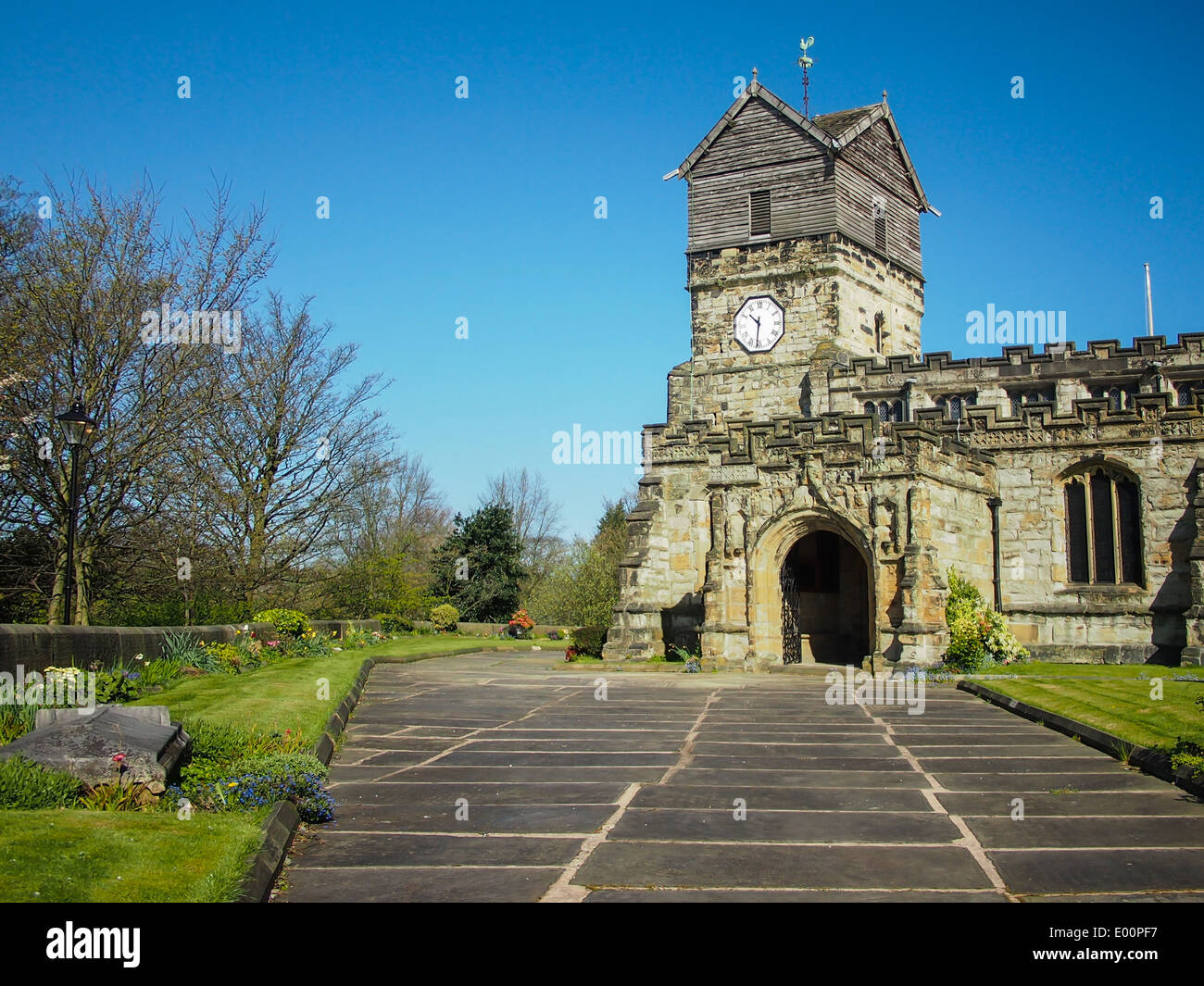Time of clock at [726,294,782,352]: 10:31
